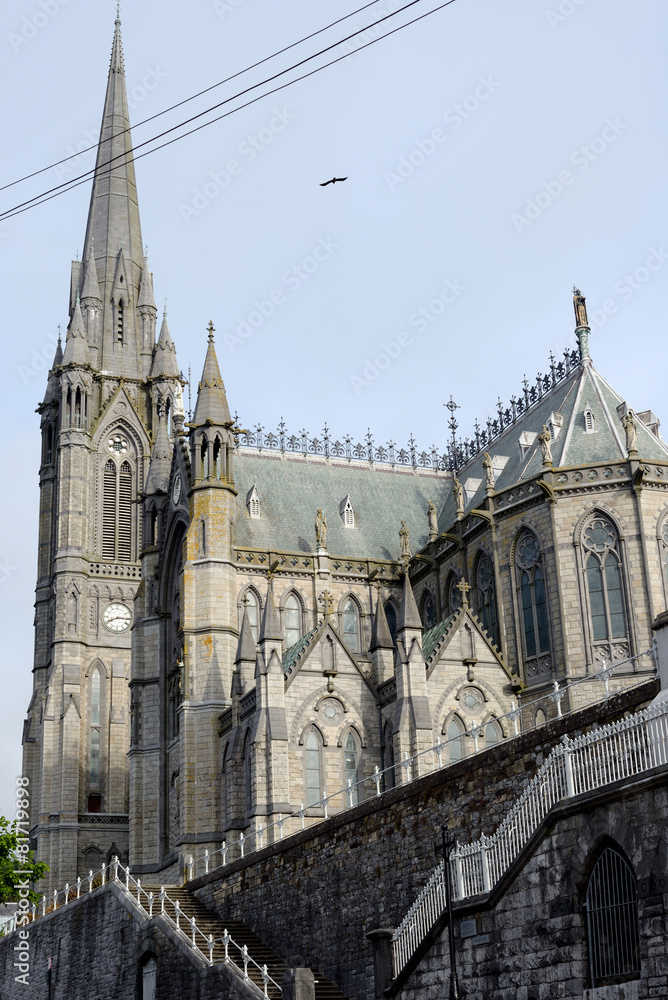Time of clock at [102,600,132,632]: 8:15
